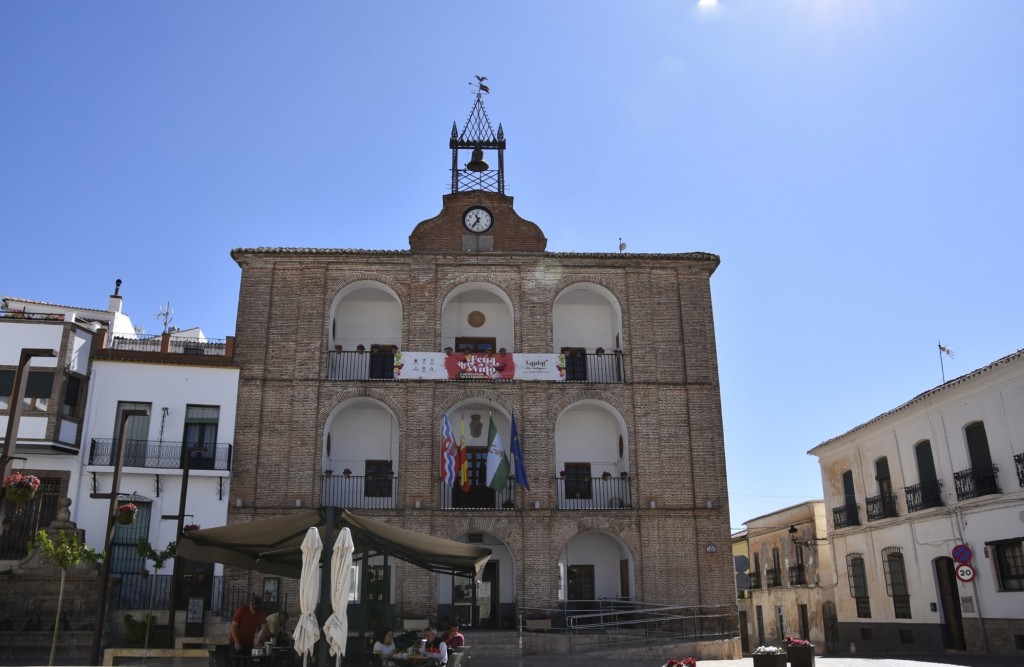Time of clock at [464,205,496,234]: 11:36
